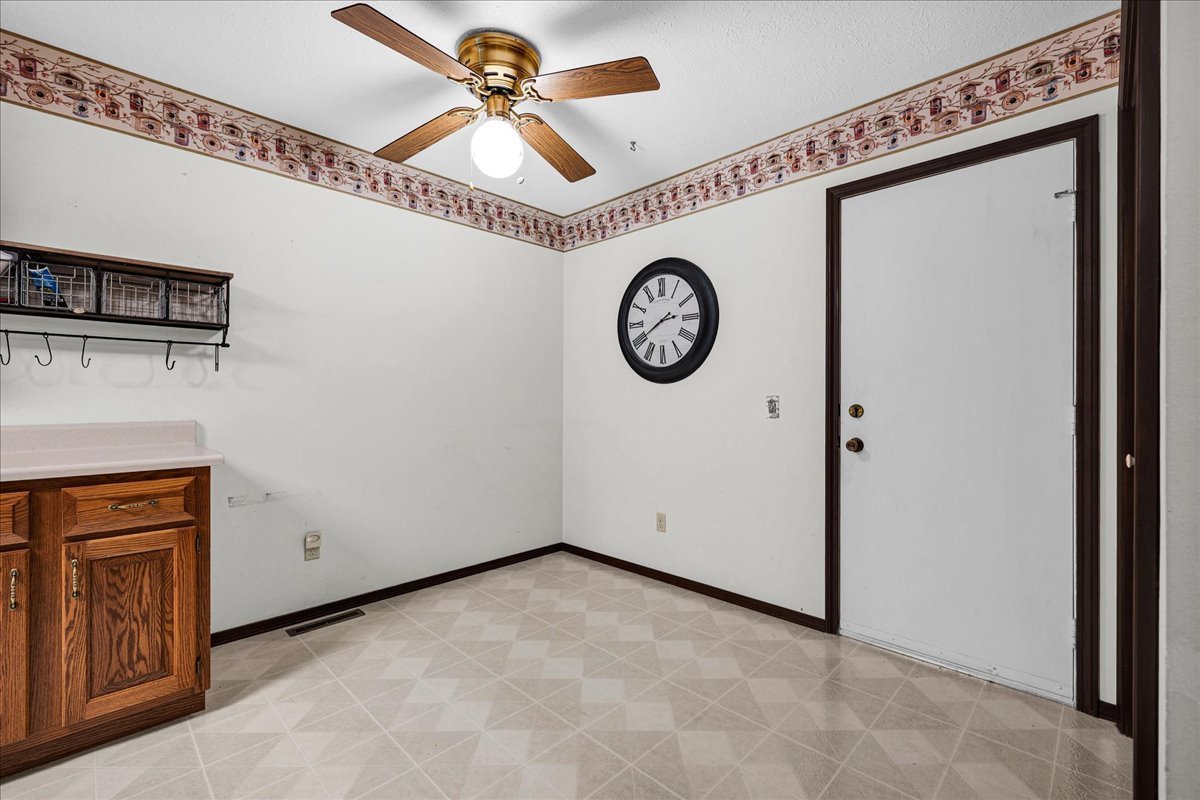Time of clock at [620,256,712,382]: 2:40
